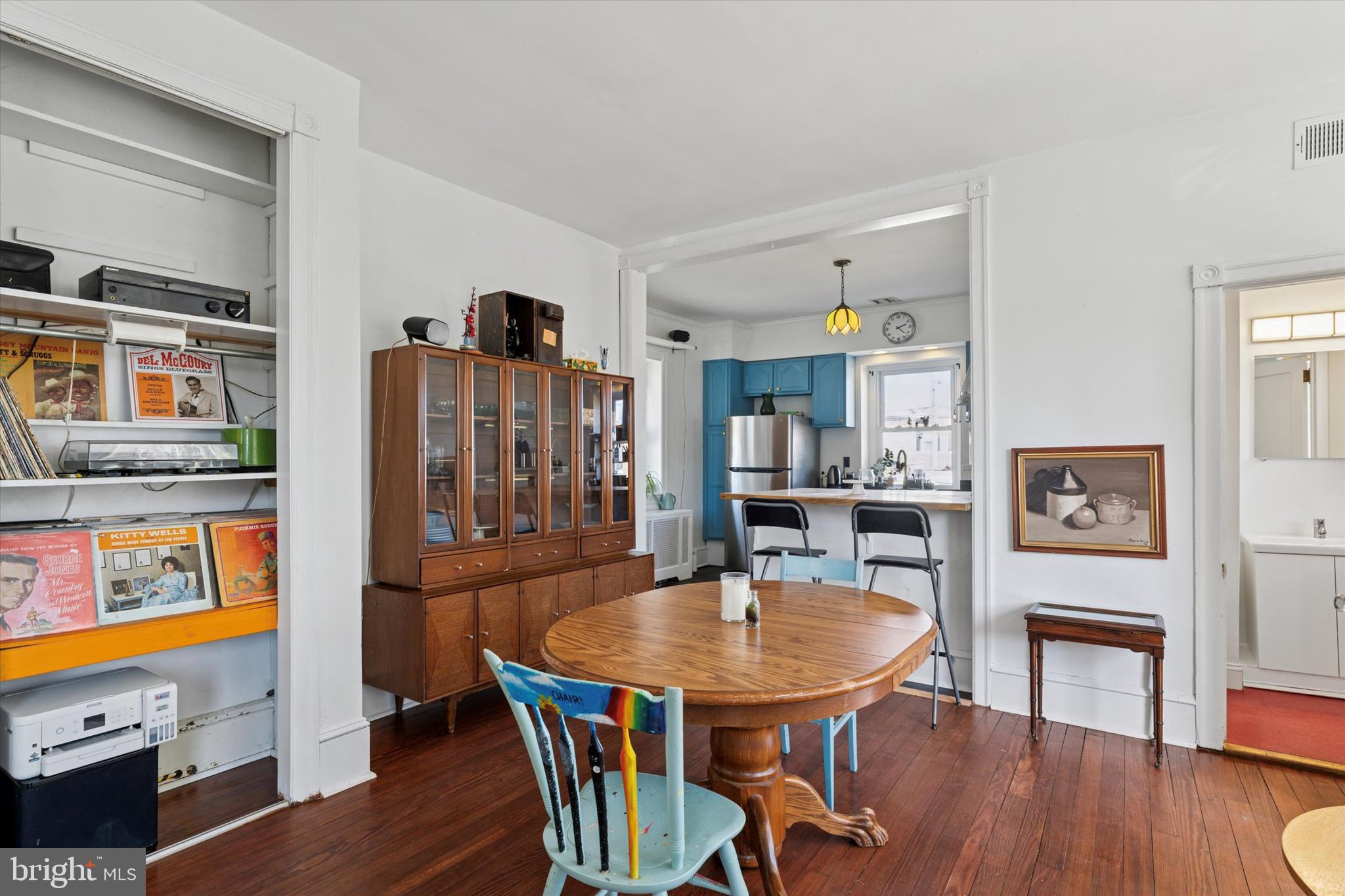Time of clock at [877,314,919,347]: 2:22
